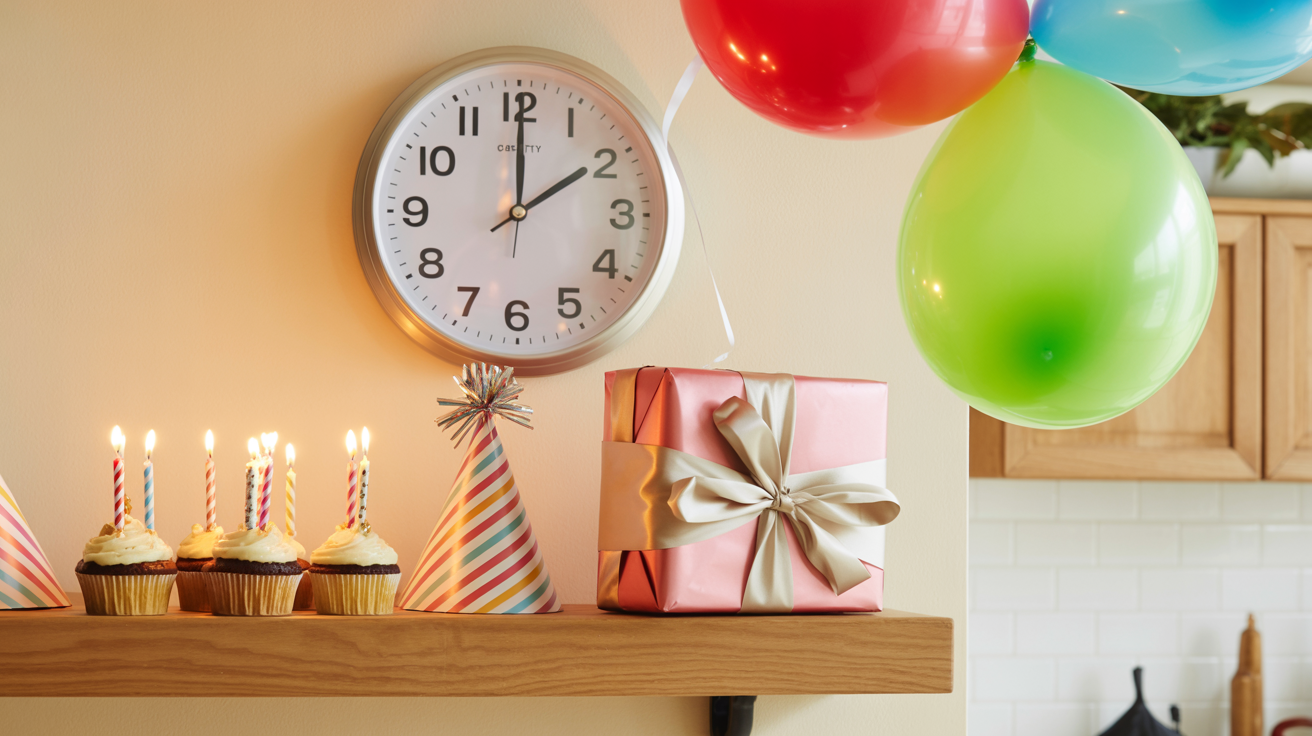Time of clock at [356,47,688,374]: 2:00
